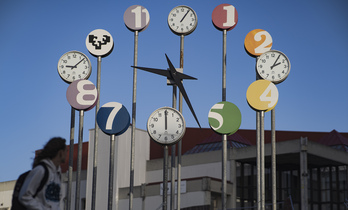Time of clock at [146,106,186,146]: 11:59
